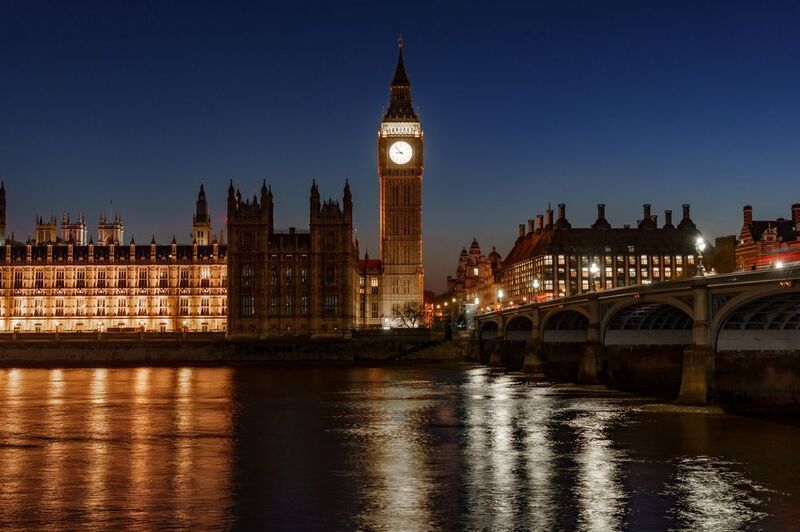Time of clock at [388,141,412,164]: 8:53
